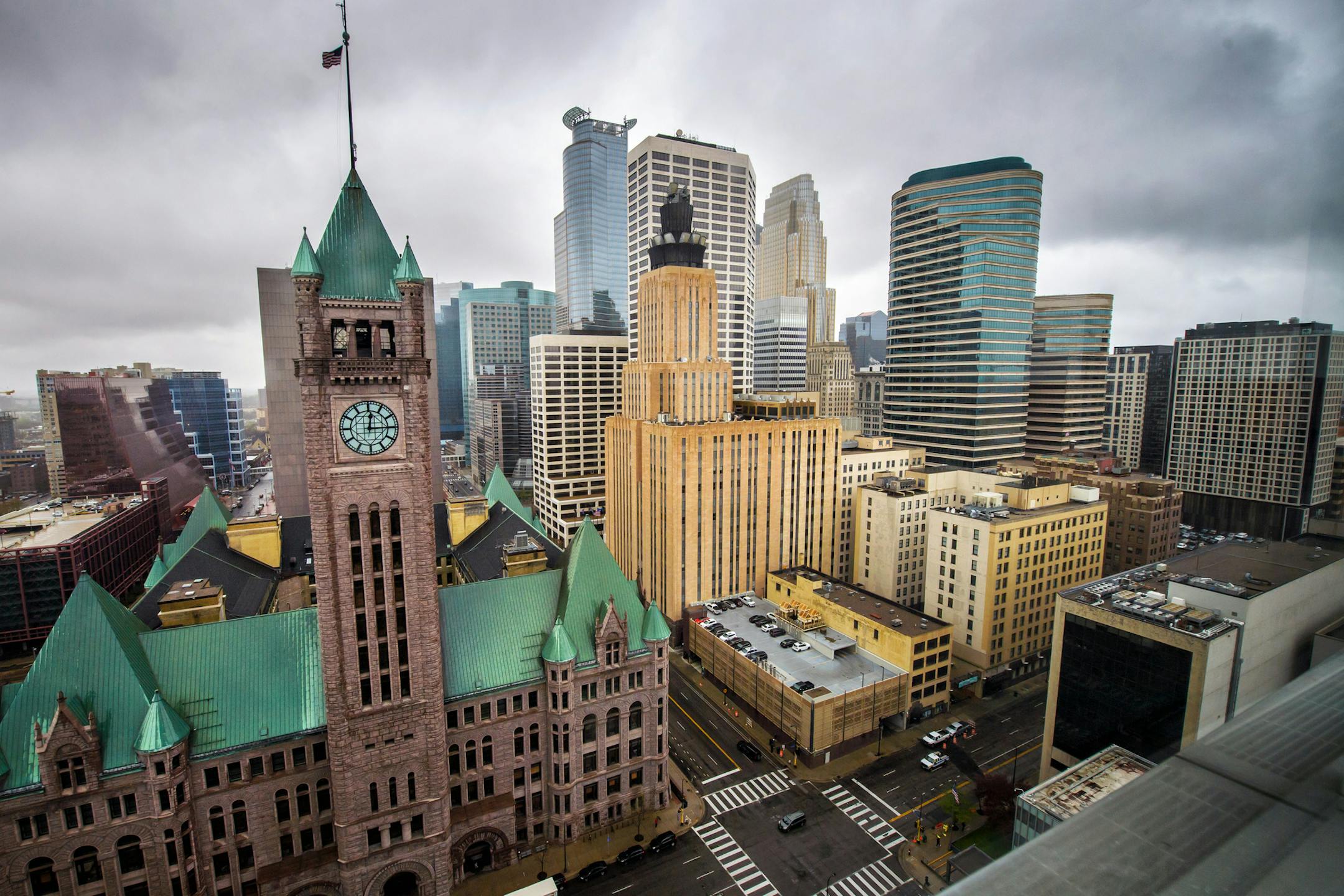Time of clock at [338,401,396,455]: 12:14
